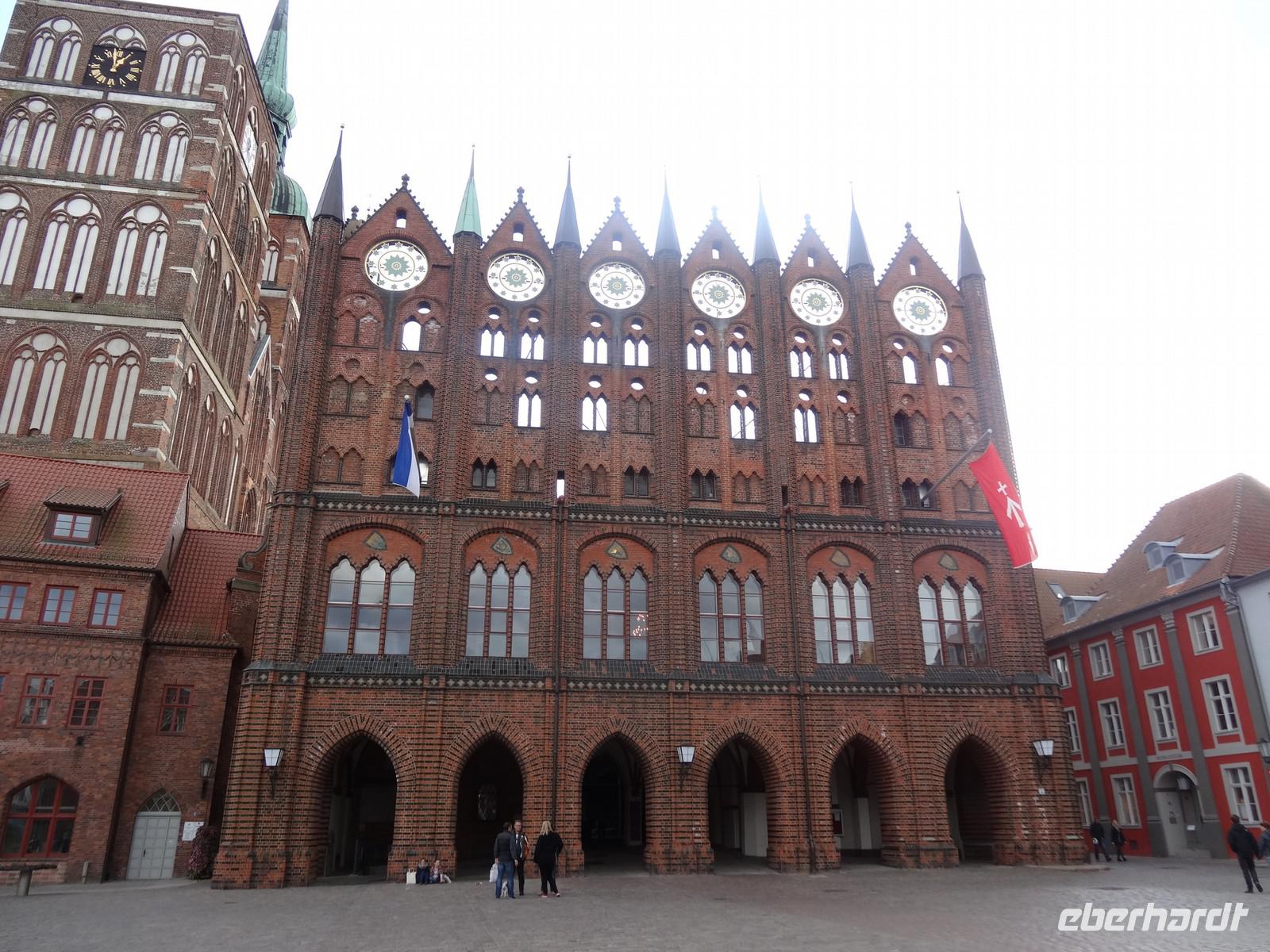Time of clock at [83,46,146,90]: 12:58
